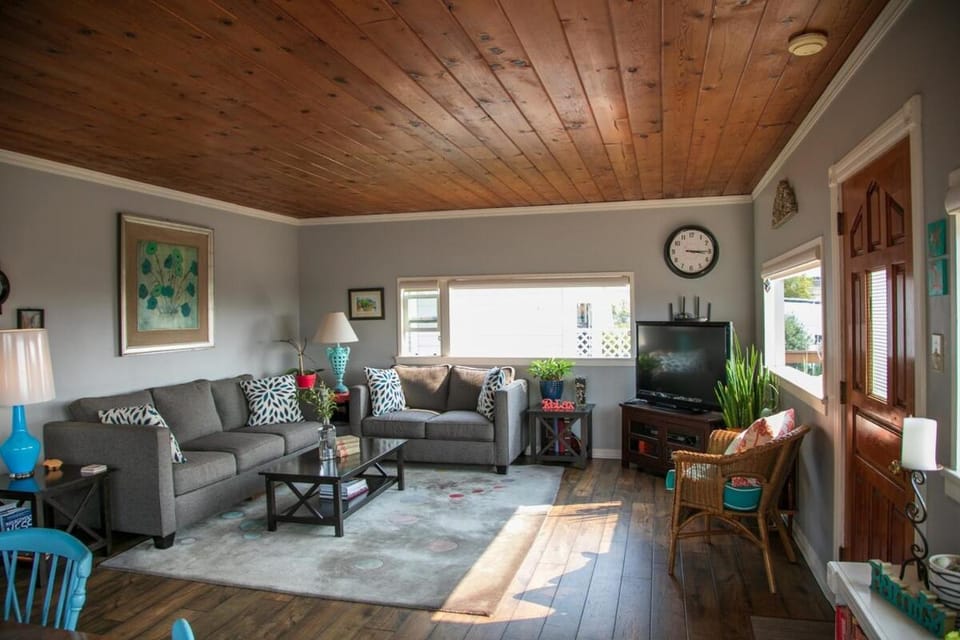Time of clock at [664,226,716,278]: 3:15
